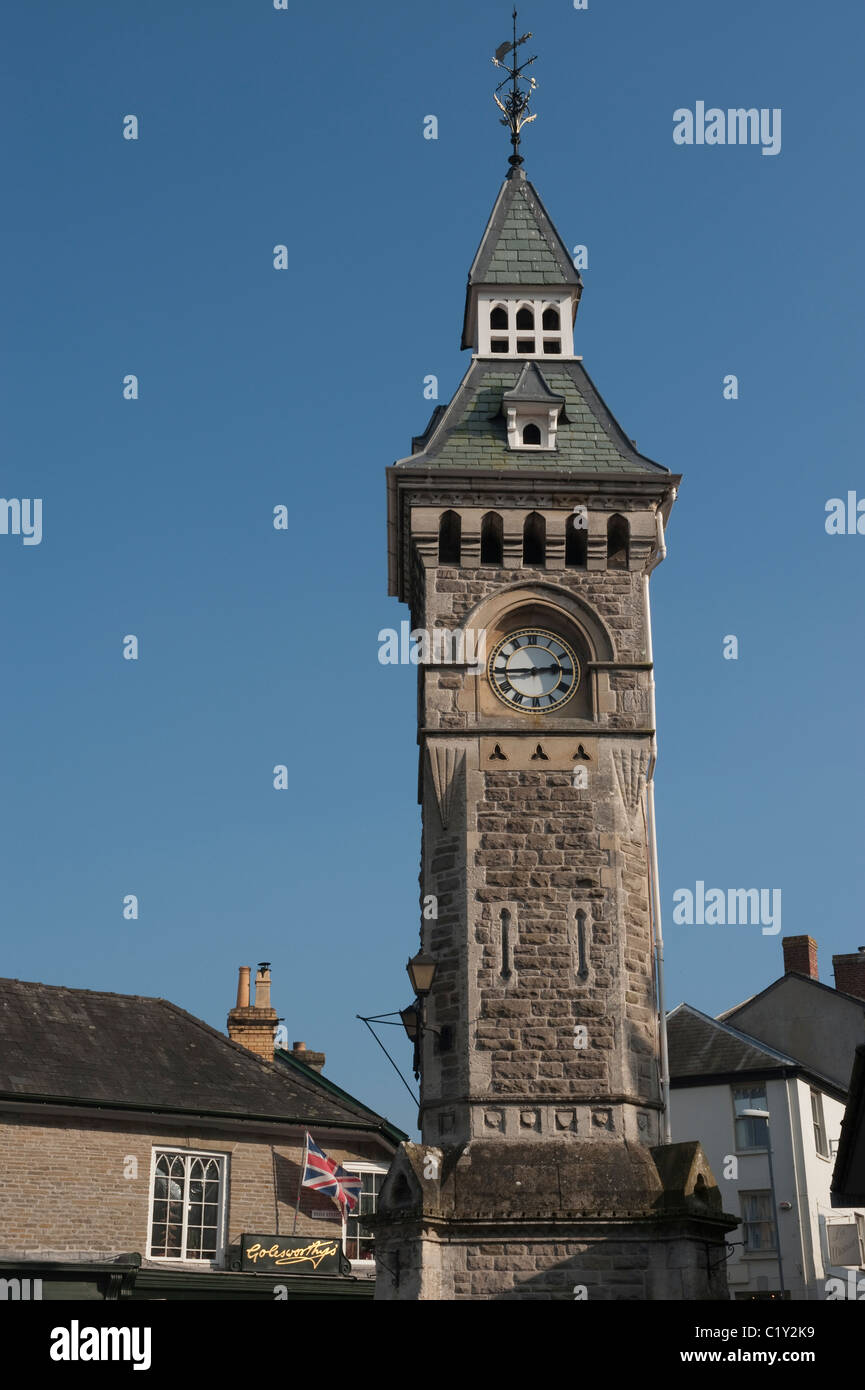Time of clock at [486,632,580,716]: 2:44
